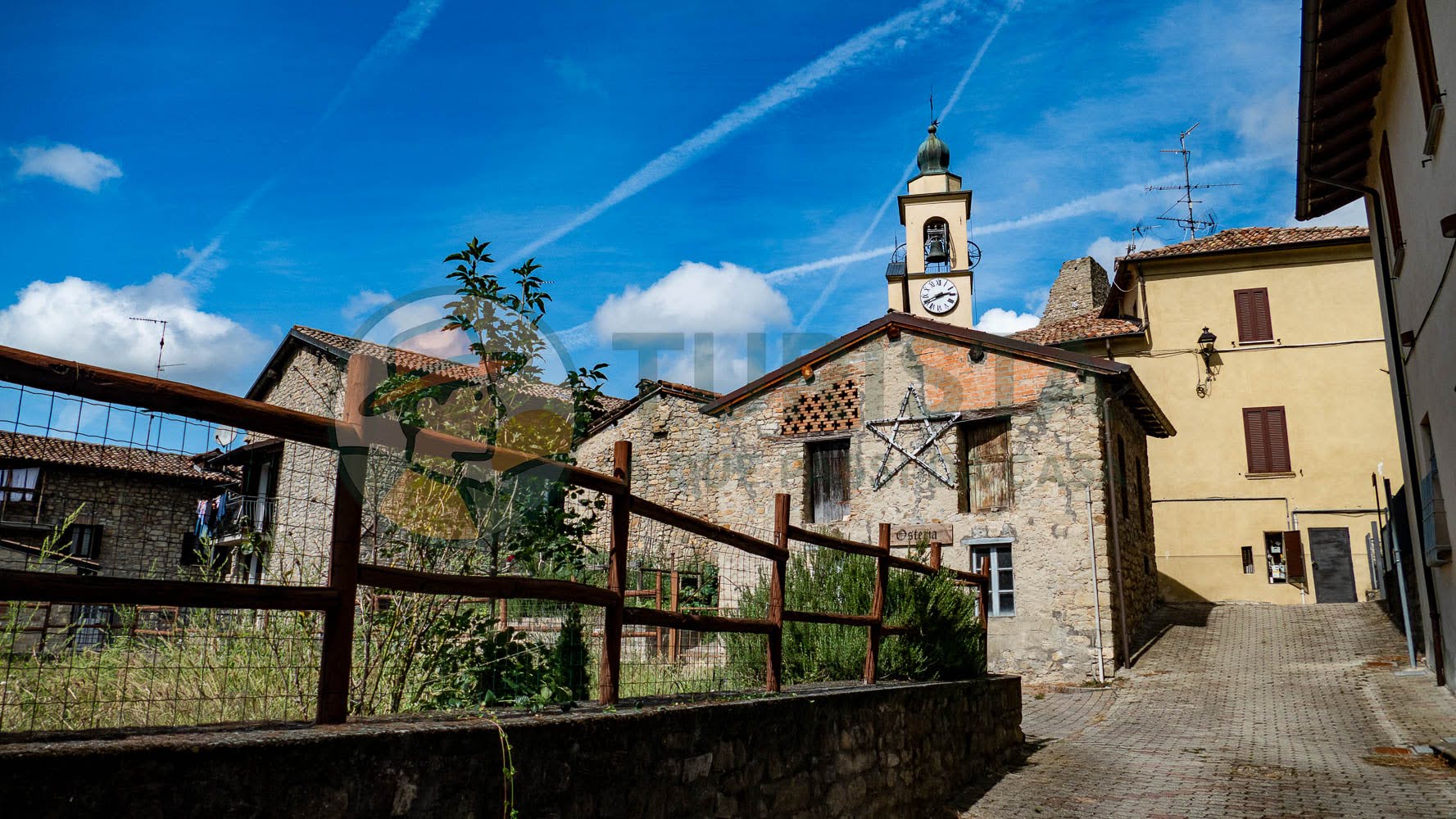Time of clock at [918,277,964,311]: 2:40
